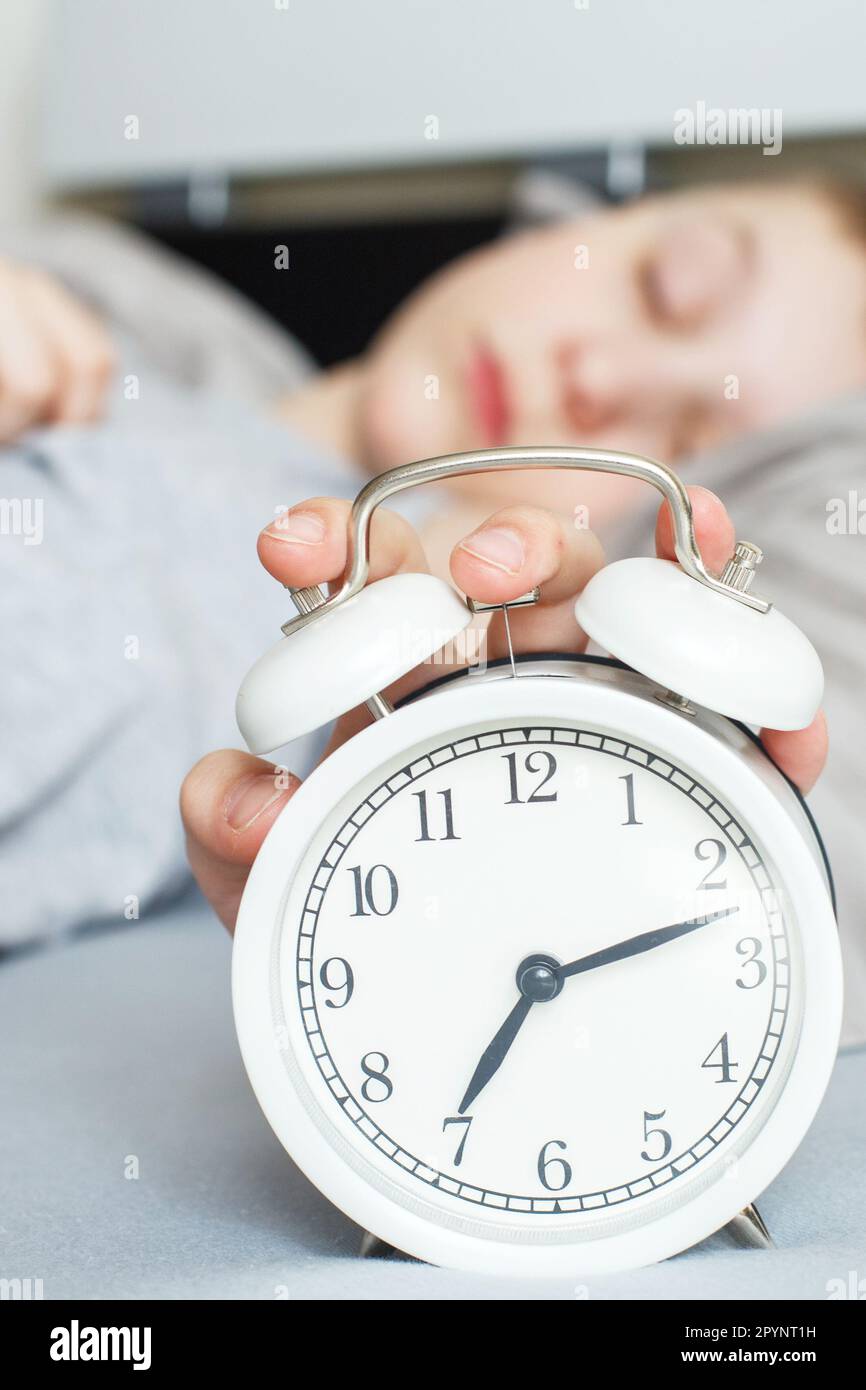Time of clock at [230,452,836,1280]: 7:12
